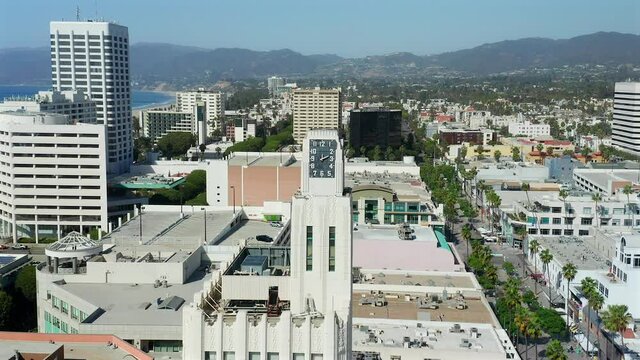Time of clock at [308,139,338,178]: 2:11
